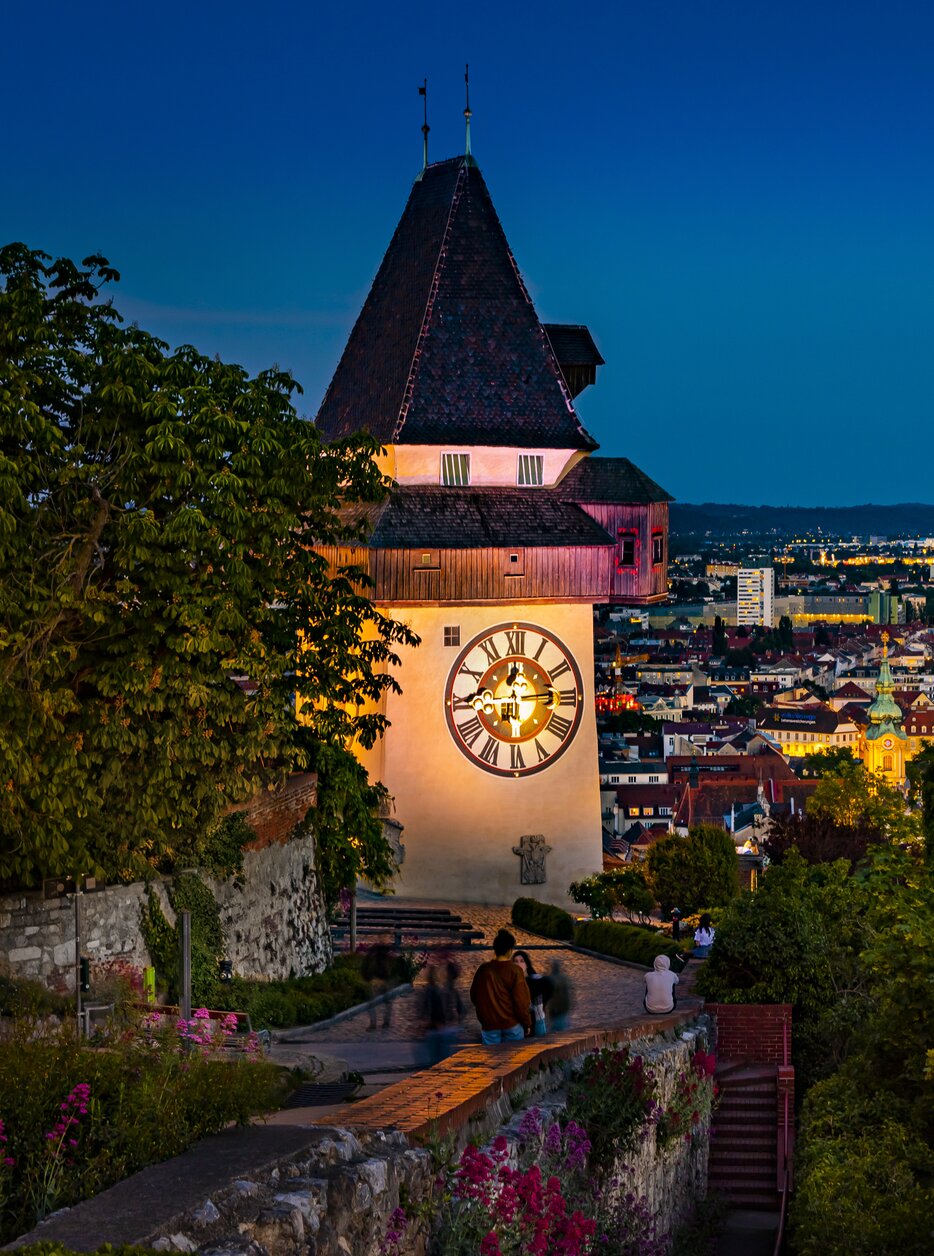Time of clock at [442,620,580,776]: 12:13
